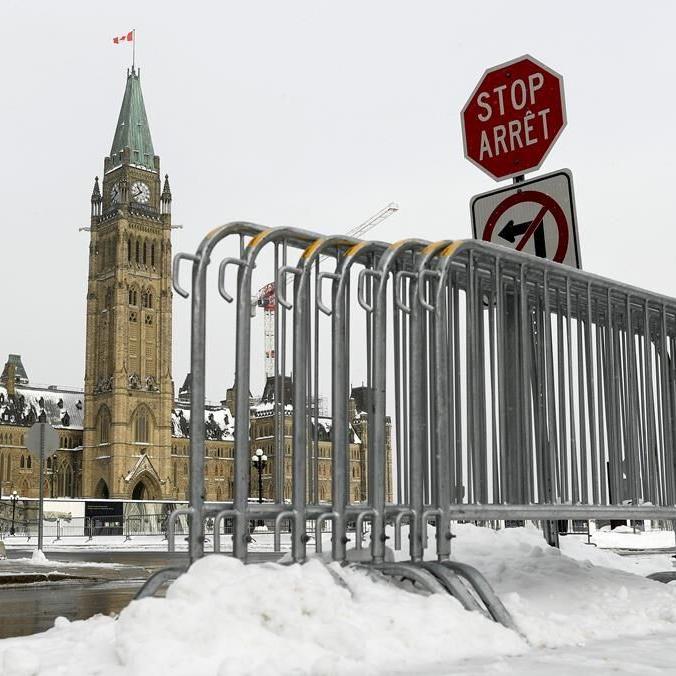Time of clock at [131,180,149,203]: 10:39
